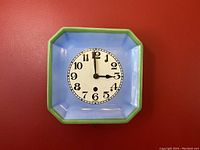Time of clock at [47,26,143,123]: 2:59
